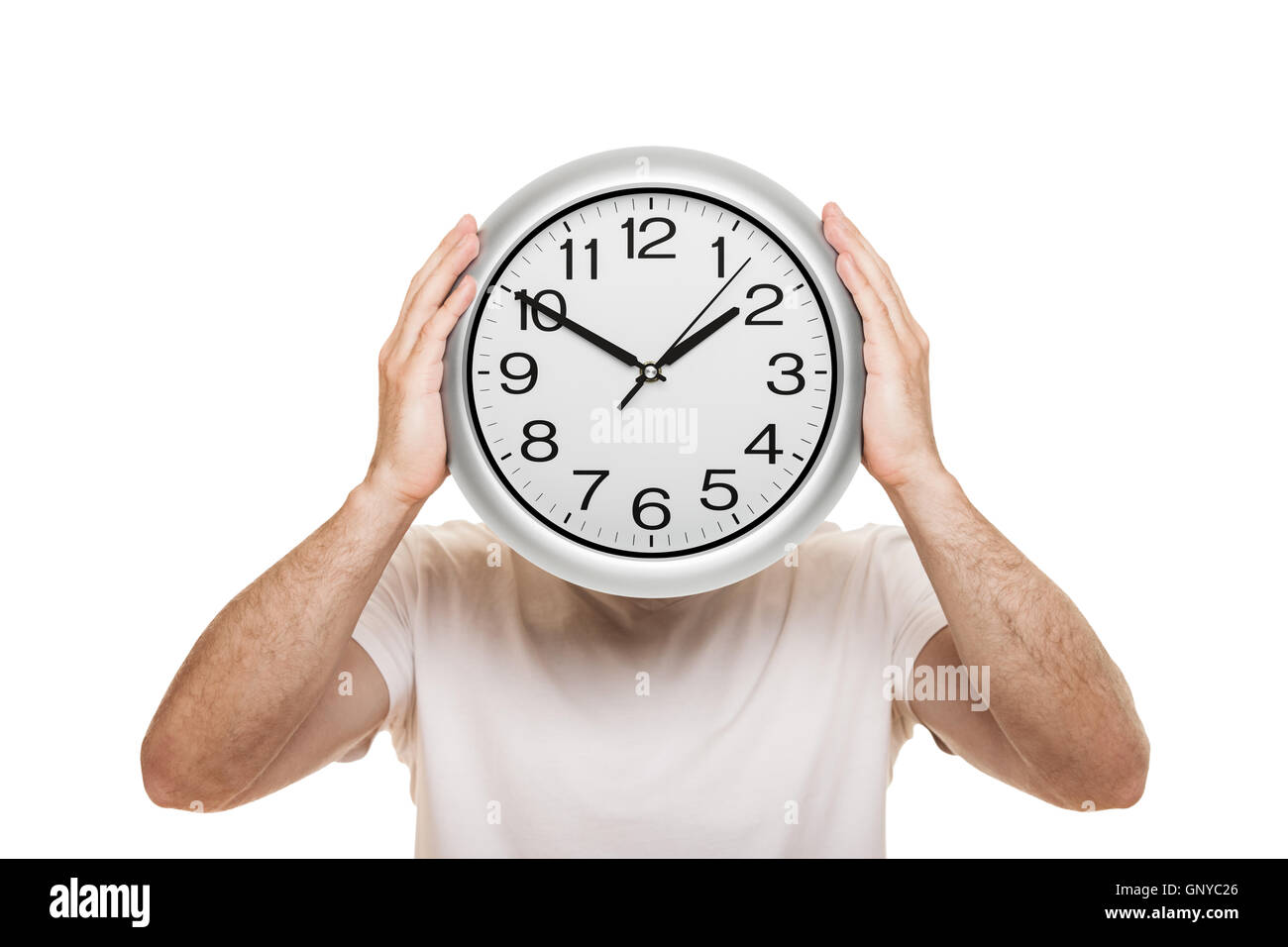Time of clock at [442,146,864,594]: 1:50
